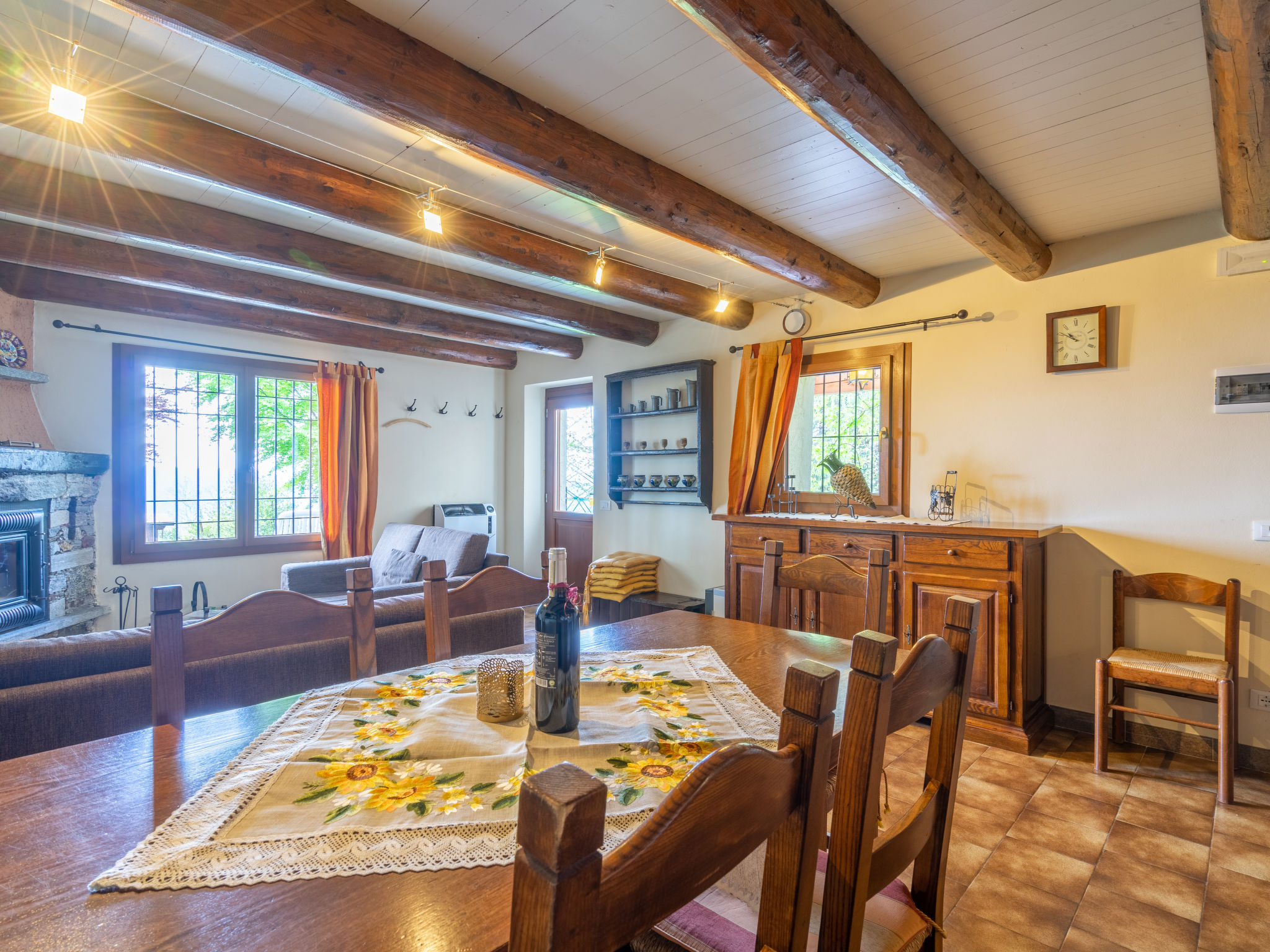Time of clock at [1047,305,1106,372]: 9:50
